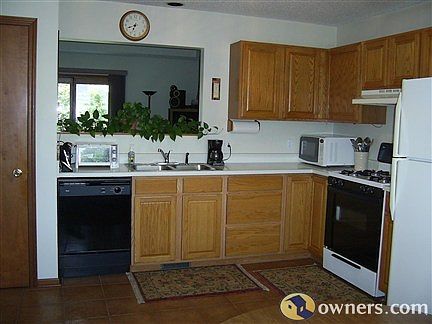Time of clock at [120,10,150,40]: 6:41
